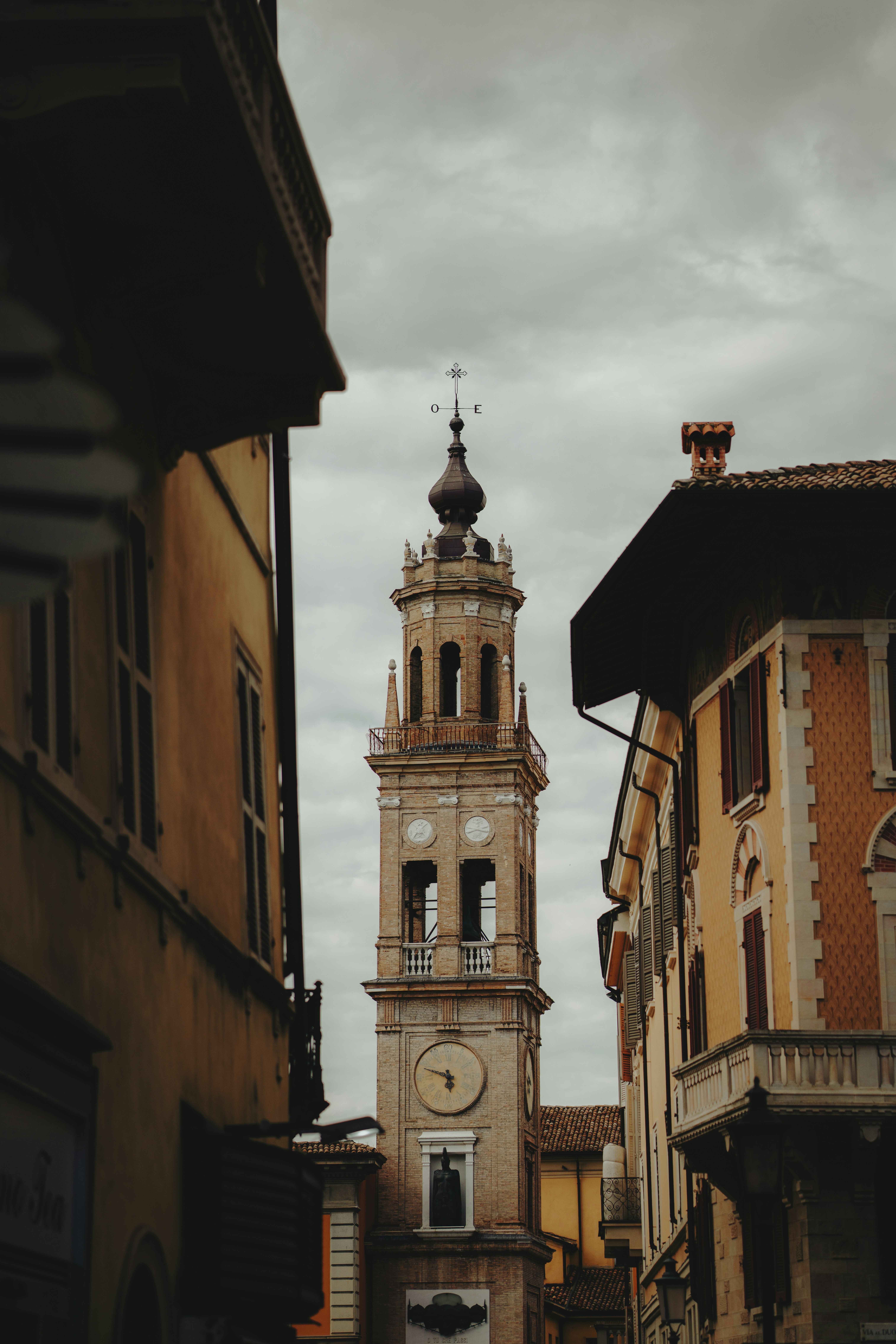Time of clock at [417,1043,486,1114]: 5:48
